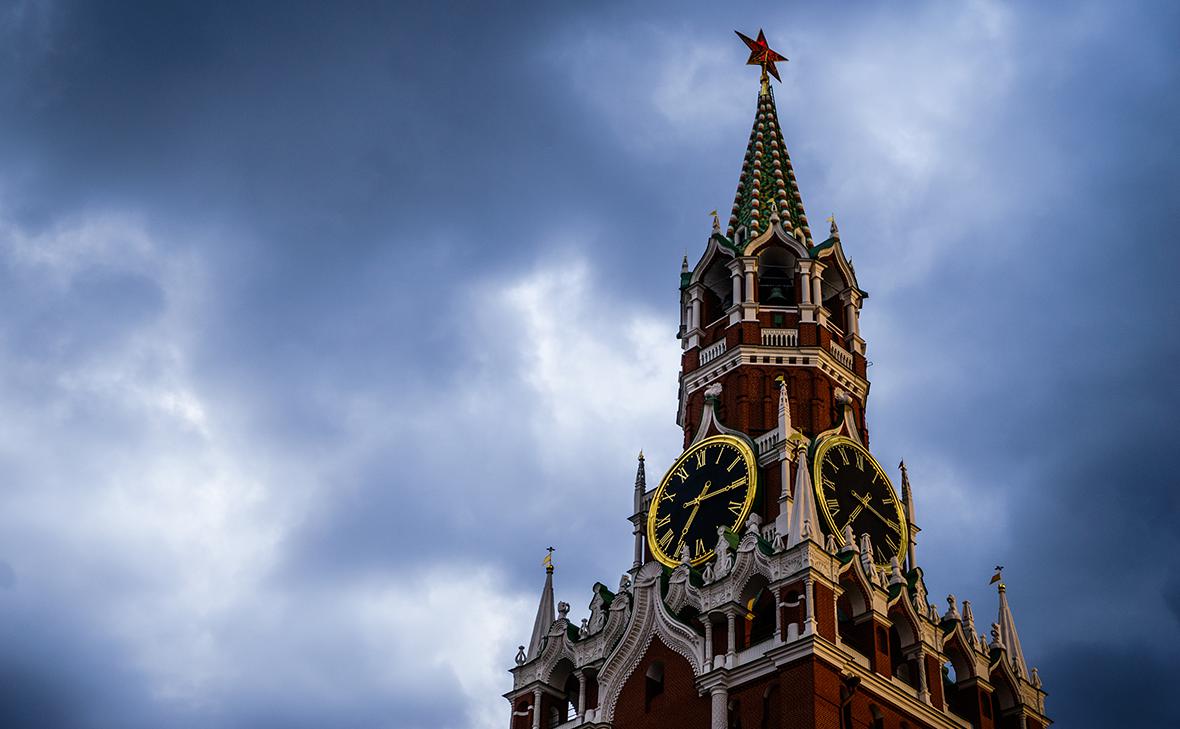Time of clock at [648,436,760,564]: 7:15
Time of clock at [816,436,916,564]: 7:16
